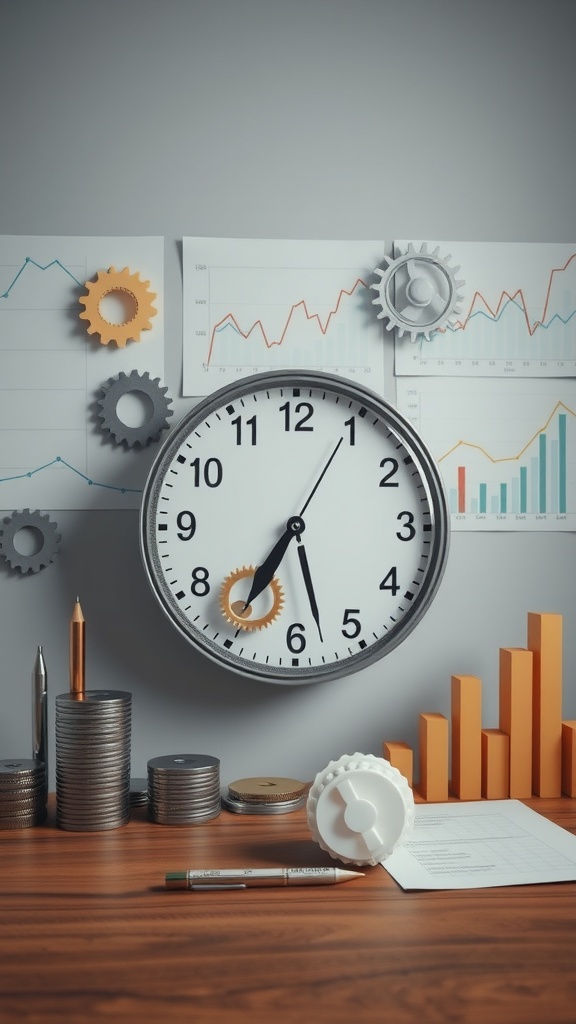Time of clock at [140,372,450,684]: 5:35
